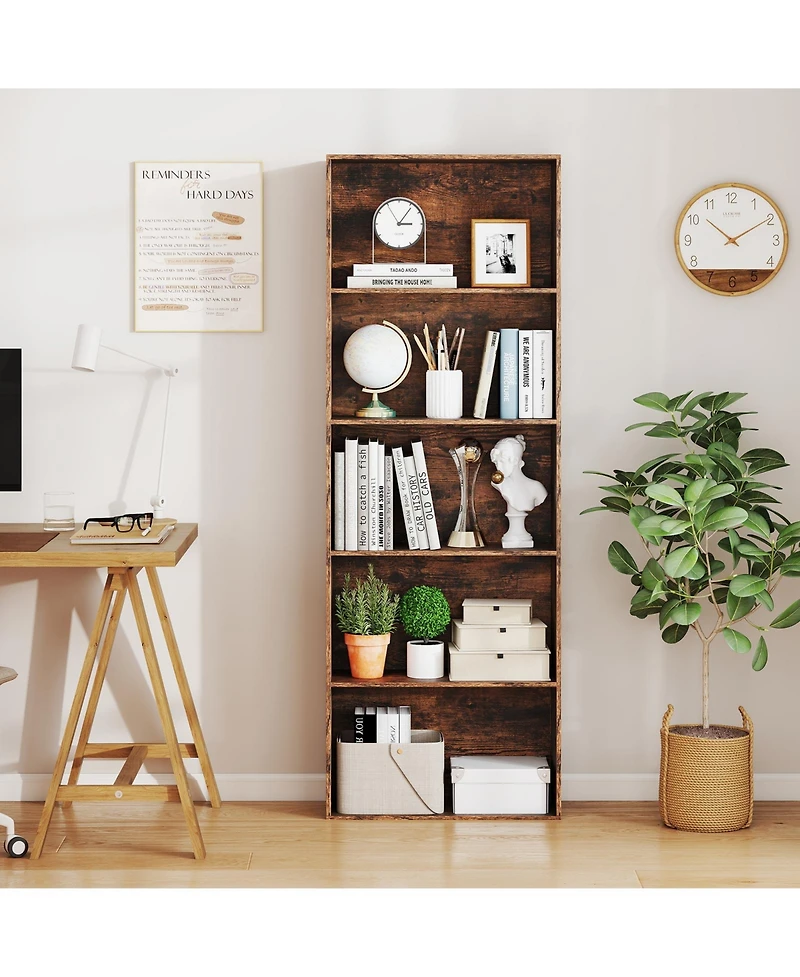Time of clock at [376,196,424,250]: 3:06
